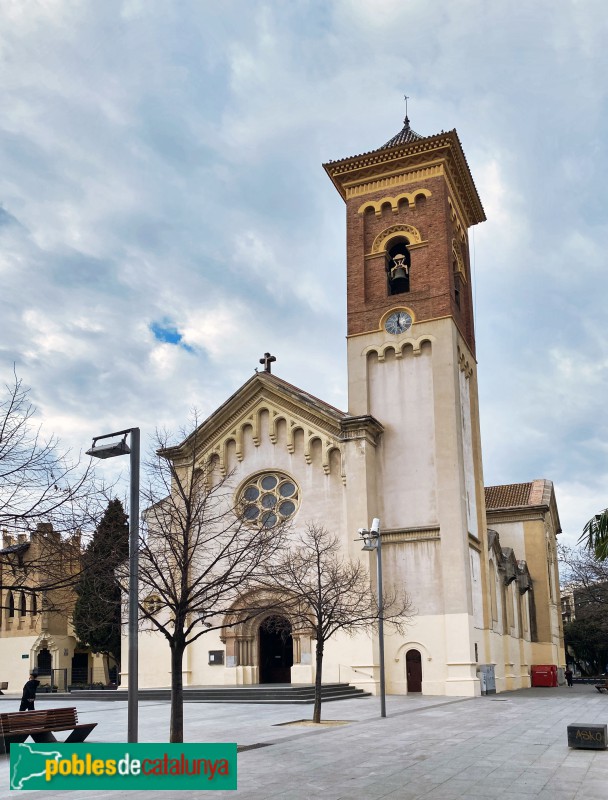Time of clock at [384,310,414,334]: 5:00
